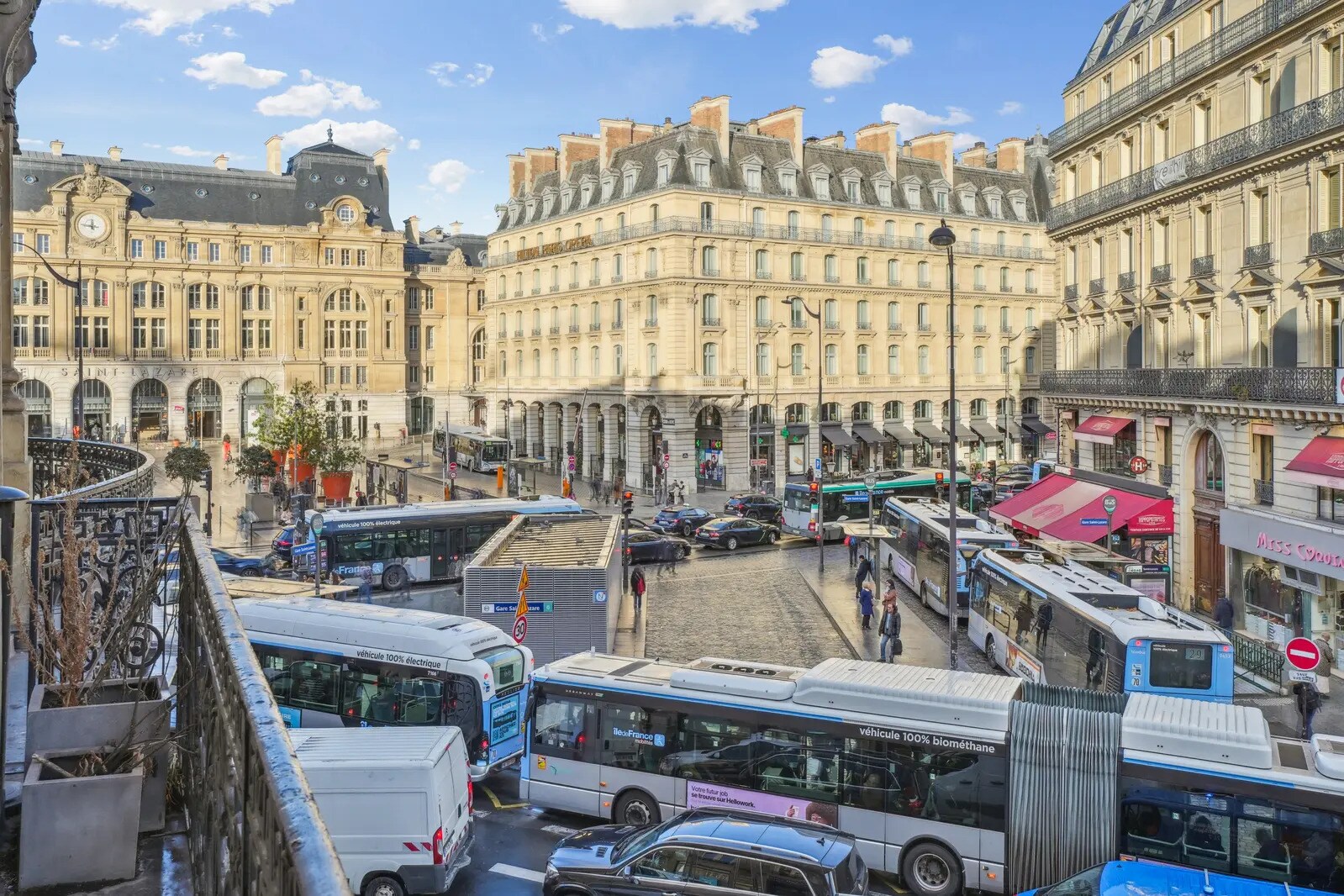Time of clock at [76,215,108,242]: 11:46
